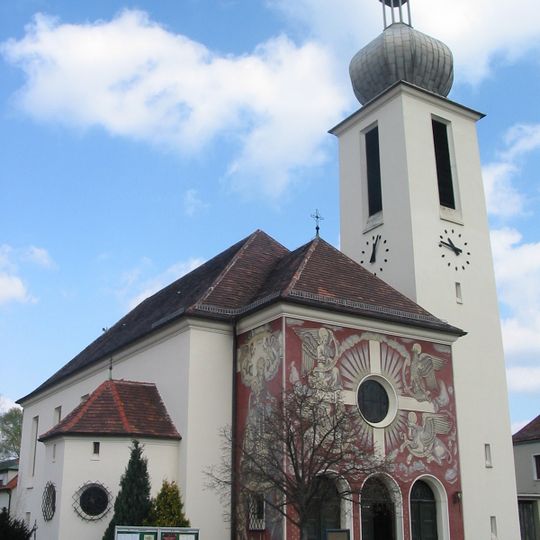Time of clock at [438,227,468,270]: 10:47
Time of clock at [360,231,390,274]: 12:03
